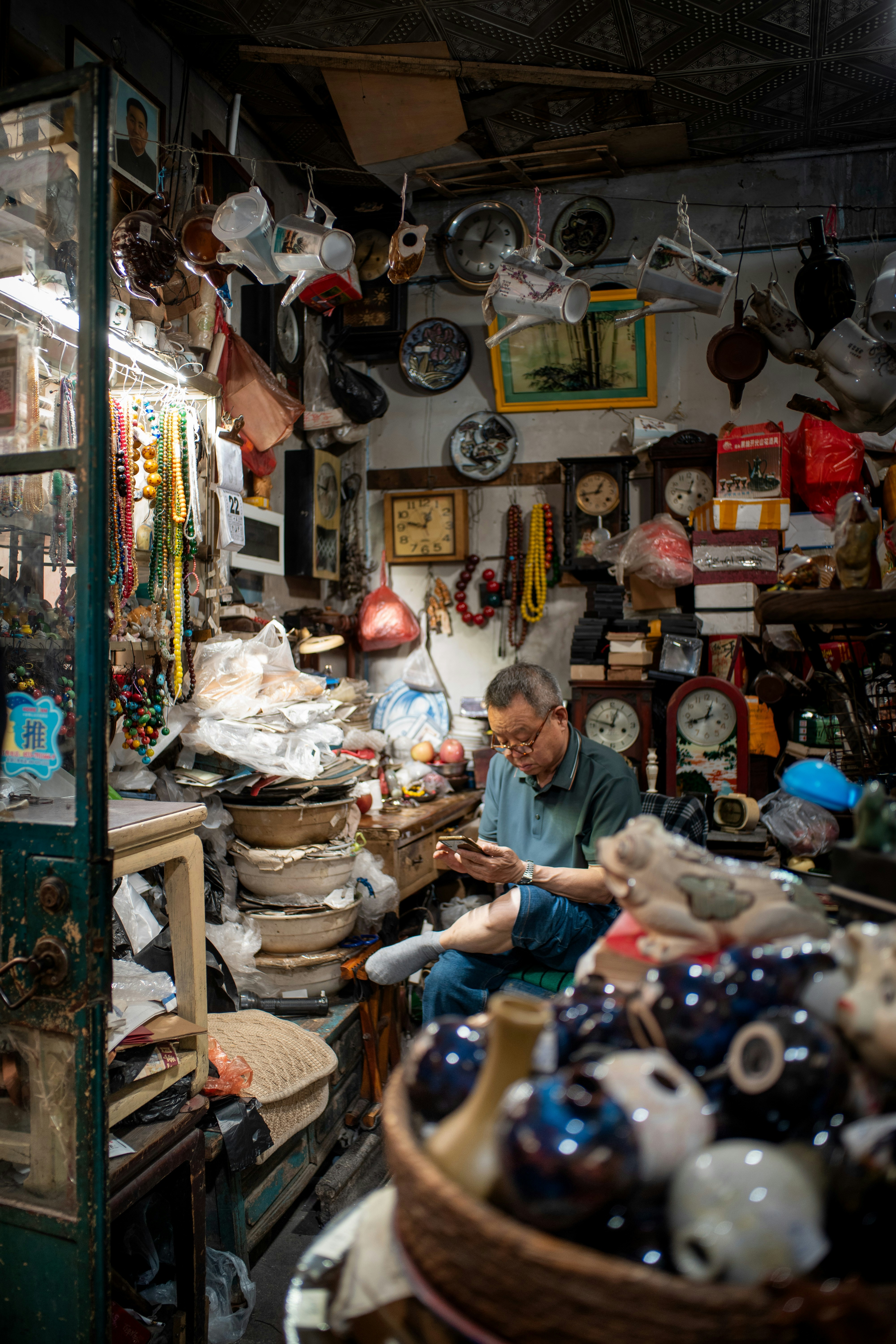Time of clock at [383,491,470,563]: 12:47
